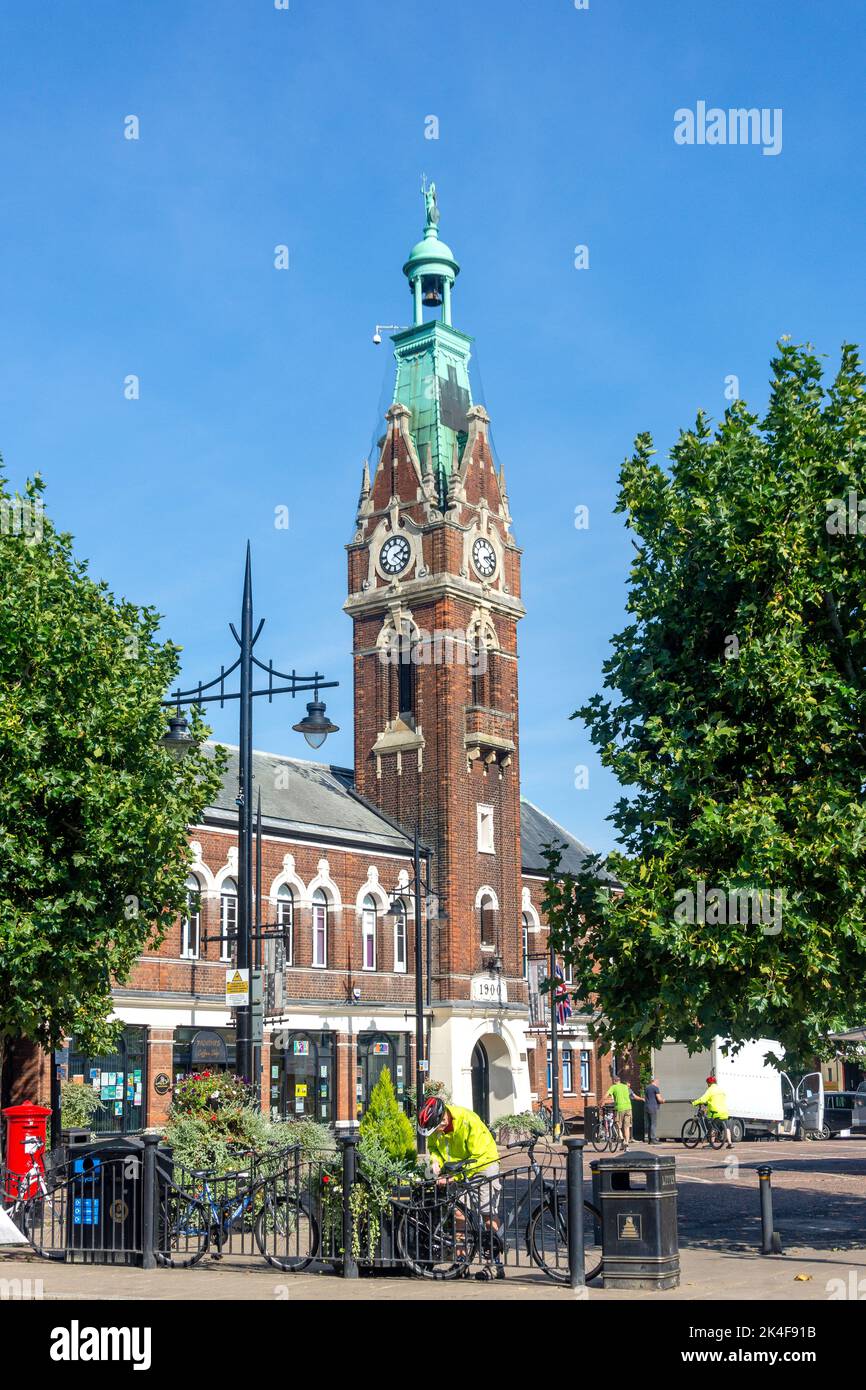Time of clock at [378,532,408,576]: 2:21
